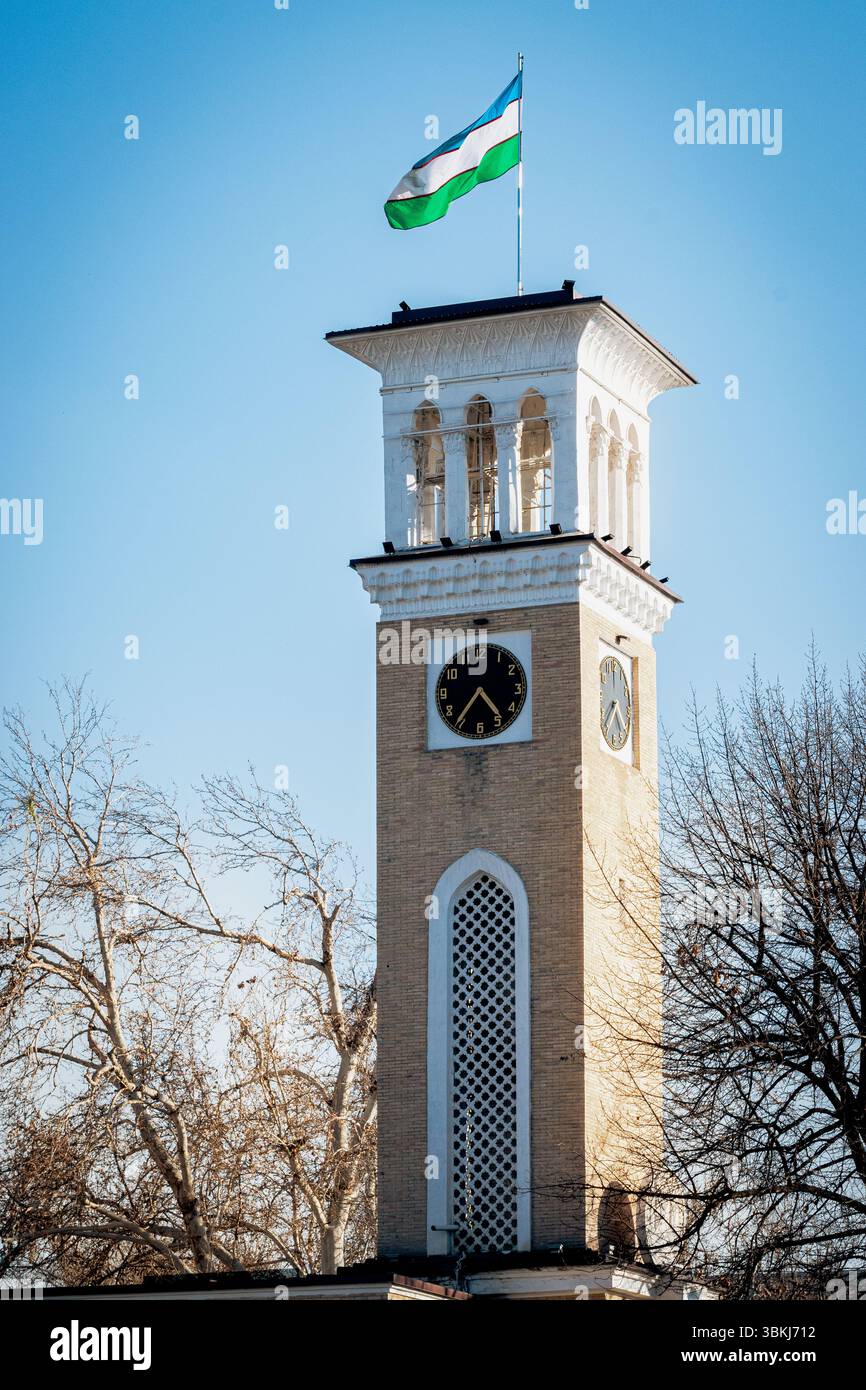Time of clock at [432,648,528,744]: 4:36
